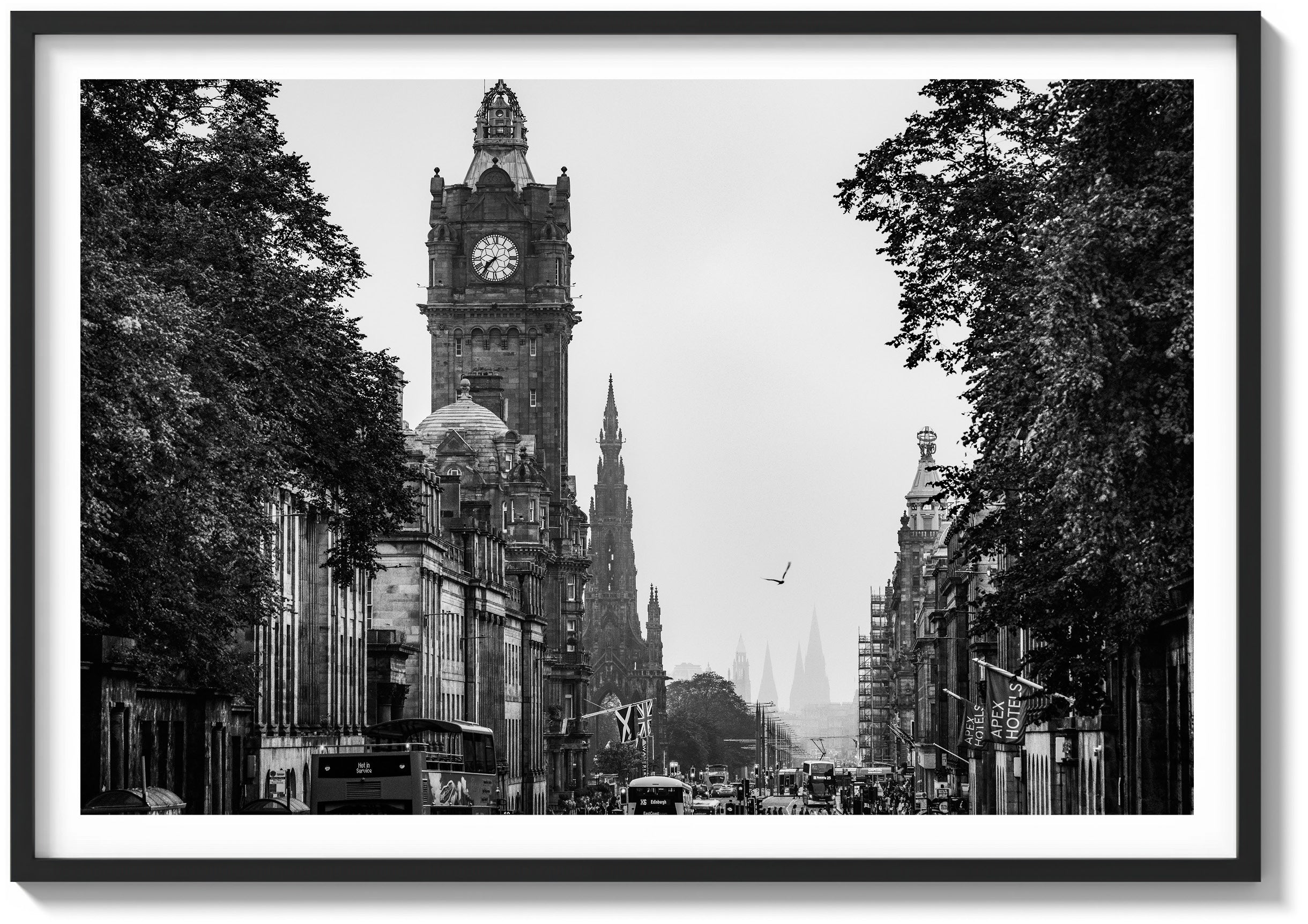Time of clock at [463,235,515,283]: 7:36
